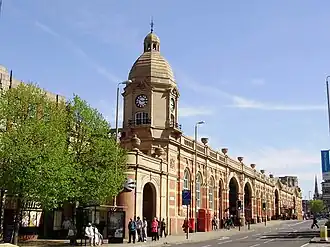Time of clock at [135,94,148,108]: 2:50
